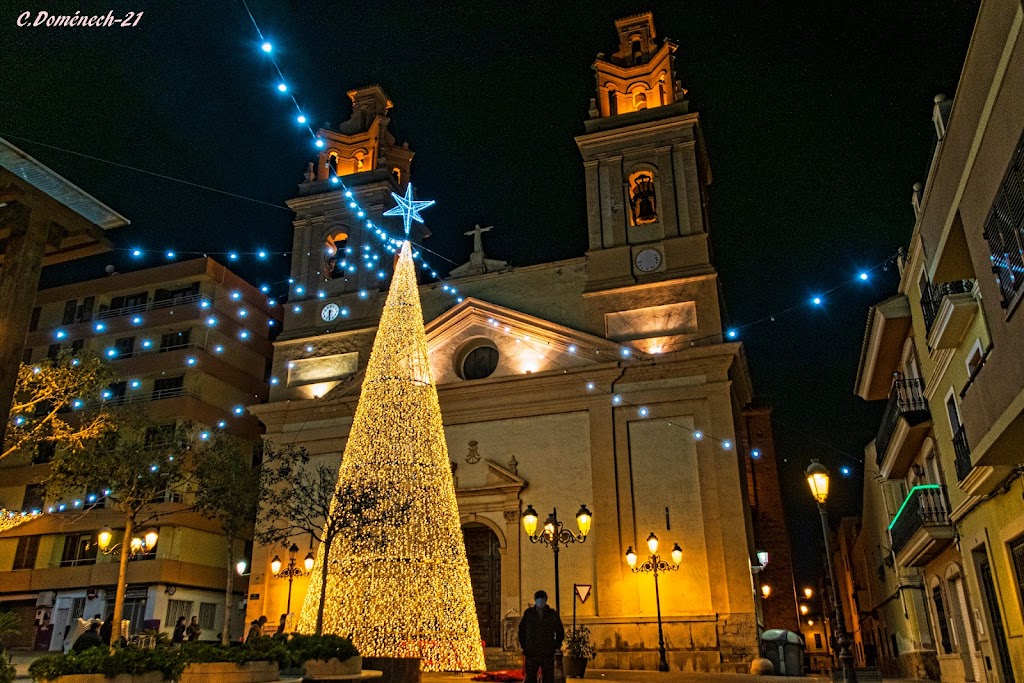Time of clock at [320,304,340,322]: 6:29
